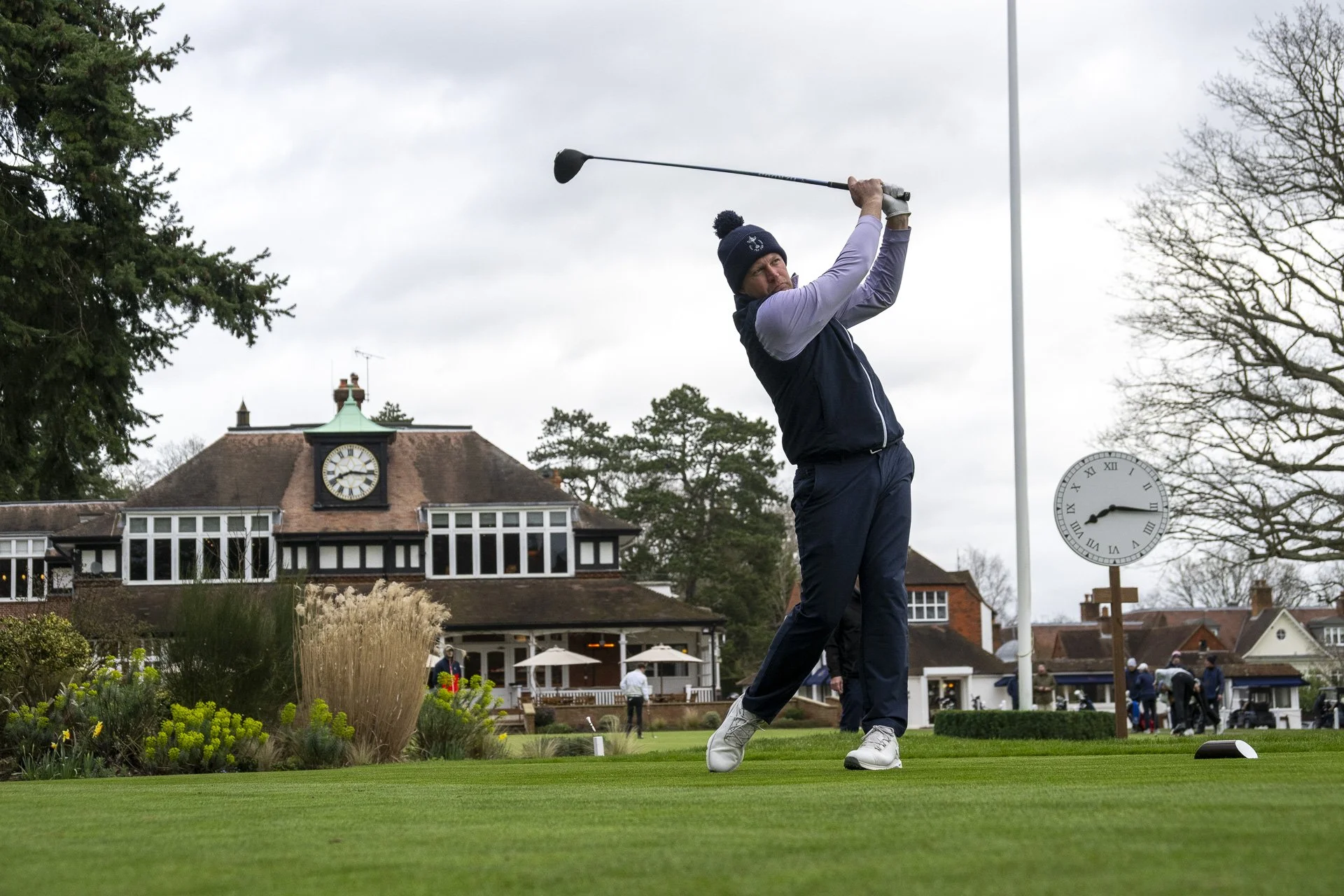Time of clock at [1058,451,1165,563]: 8:16
